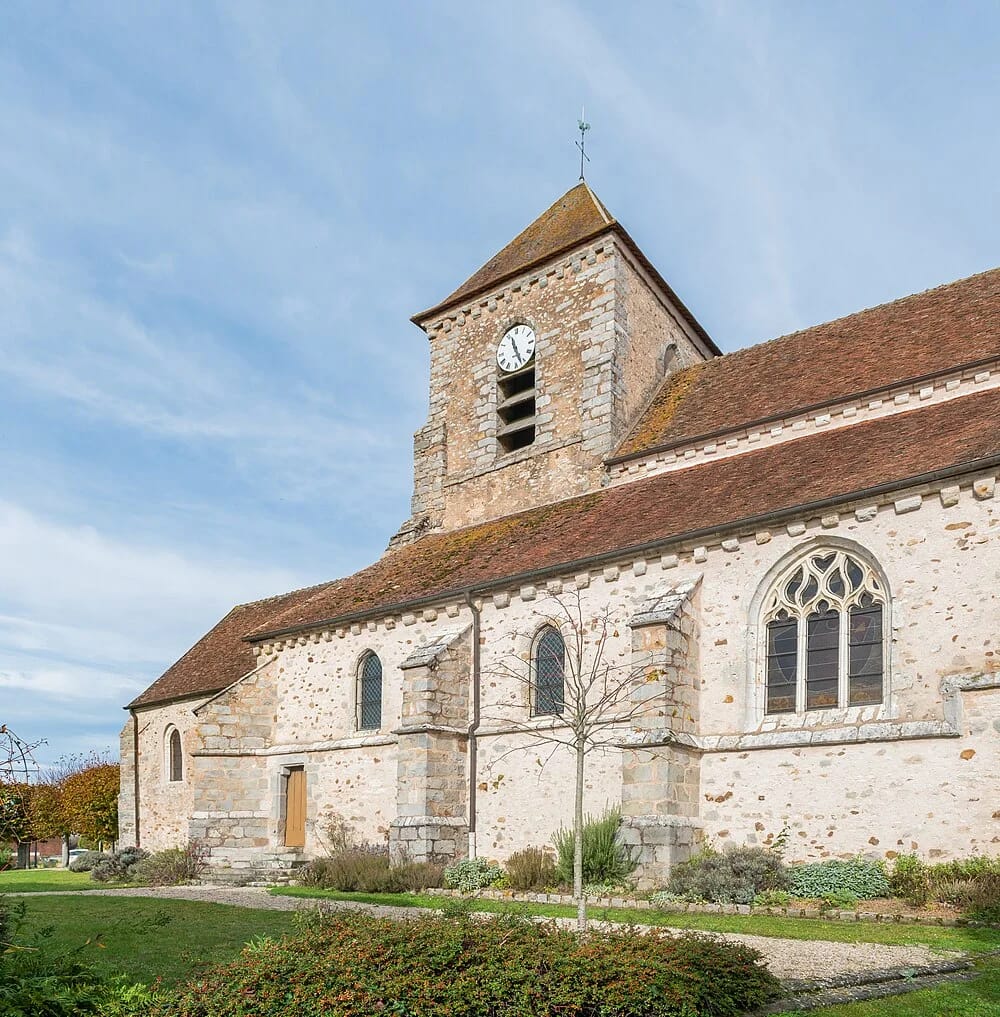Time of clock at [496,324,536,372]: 11:26
